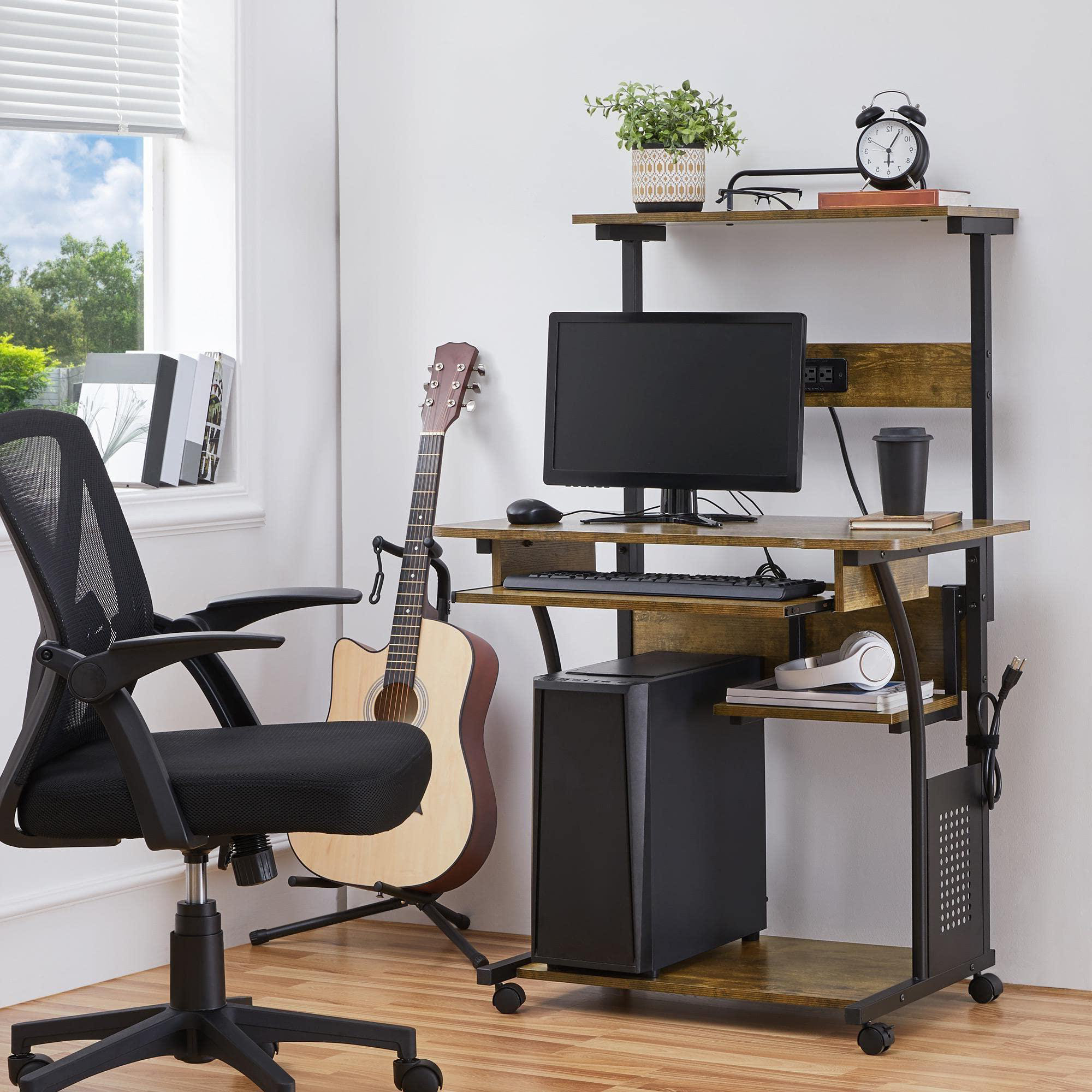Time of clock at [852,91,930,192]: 6:05
